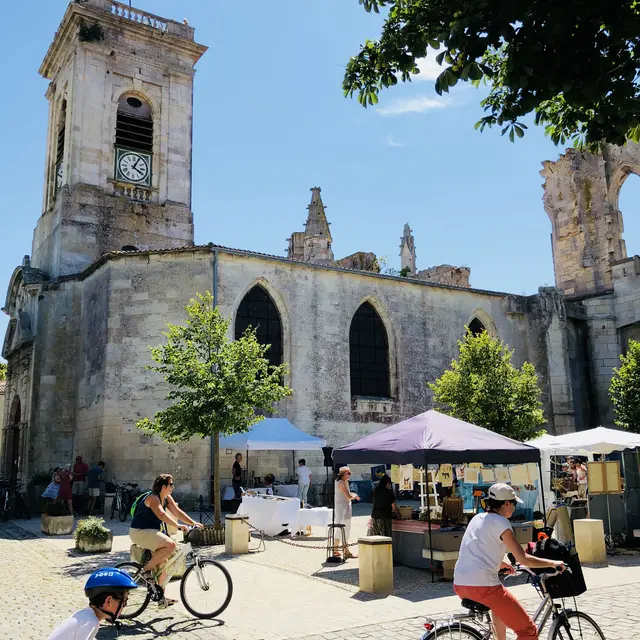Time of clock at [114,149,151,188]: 4:04
